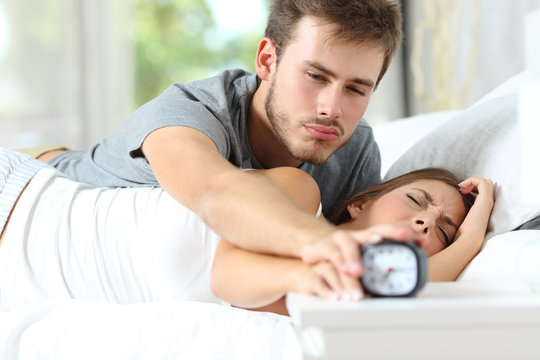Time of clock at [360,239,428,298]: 7:15
